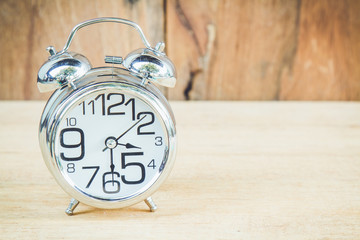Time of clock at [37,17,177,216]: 3:29
